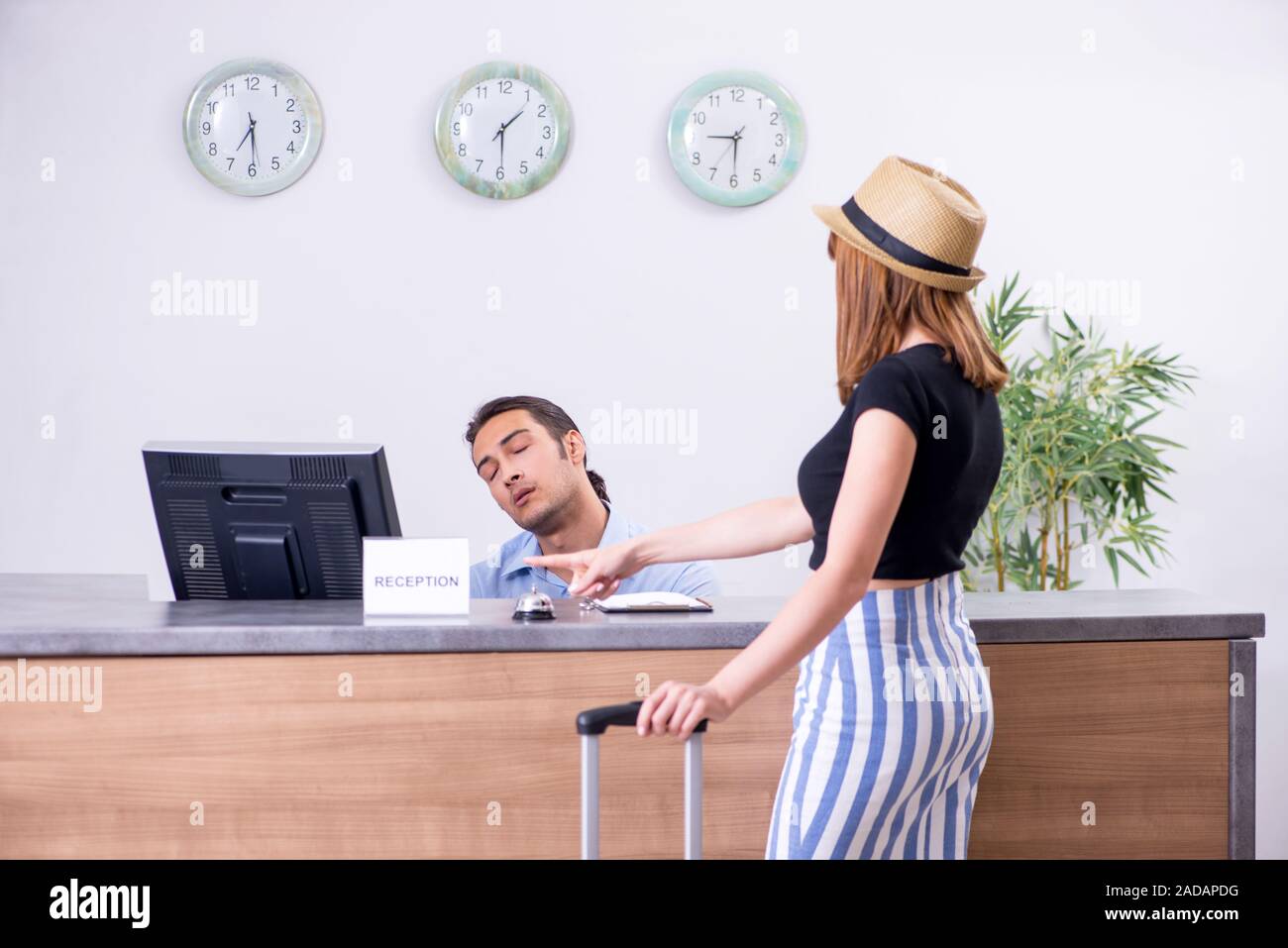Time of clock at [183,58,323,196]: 6:29
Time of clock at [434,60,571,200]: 1:29
